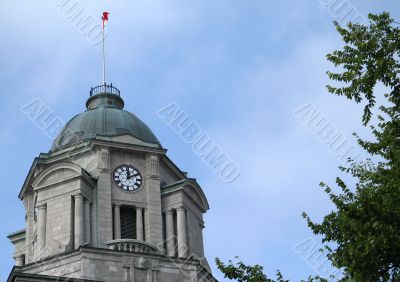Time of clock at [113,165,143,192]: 2:00
